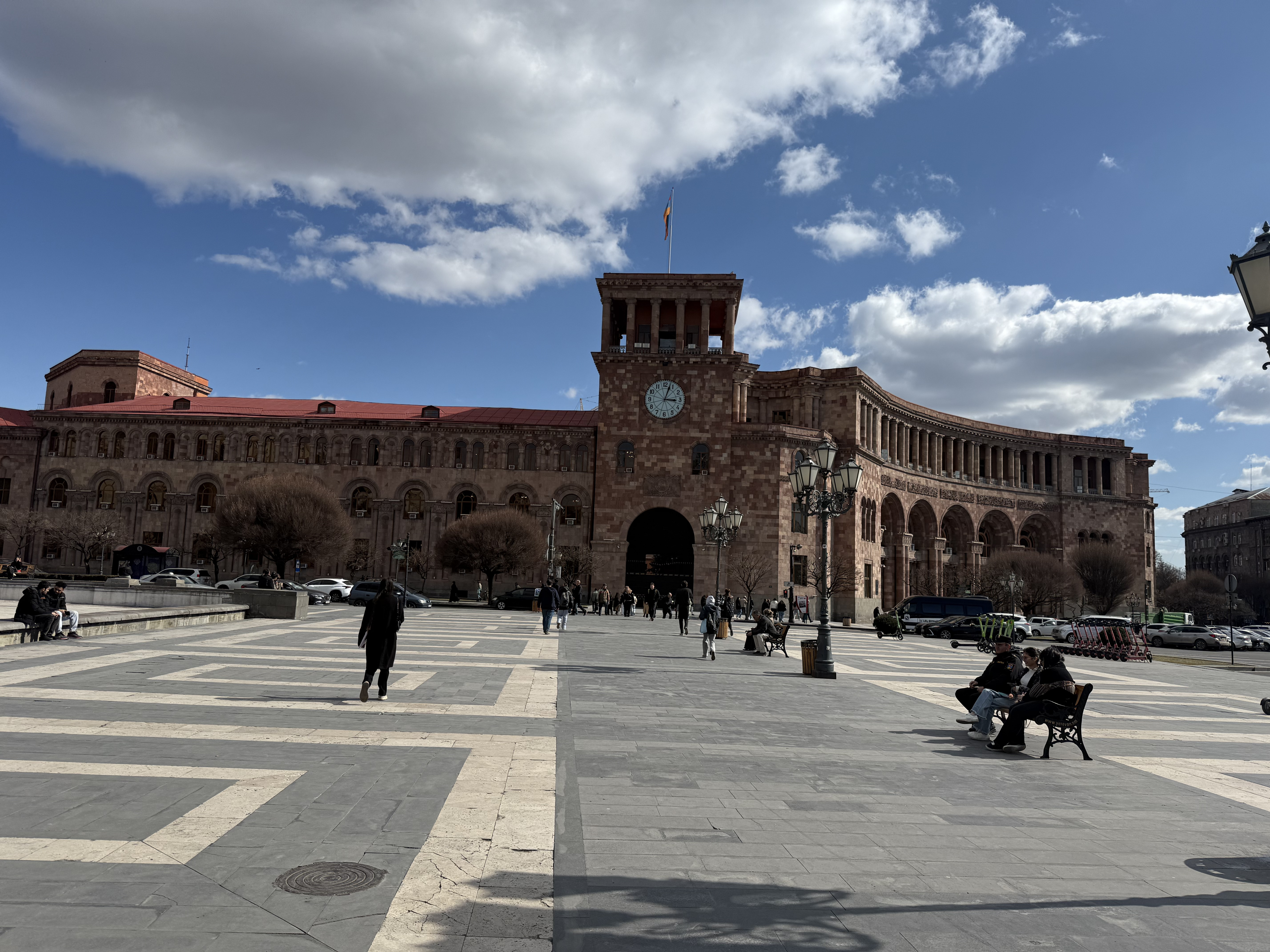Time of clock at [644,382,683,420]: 3:03
